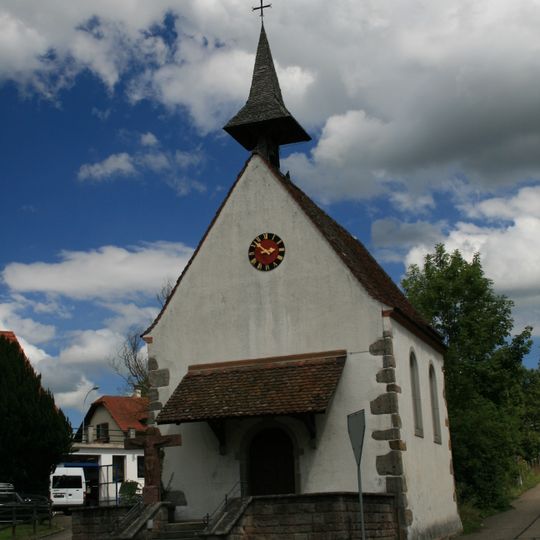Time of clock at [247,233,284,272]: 2:52
